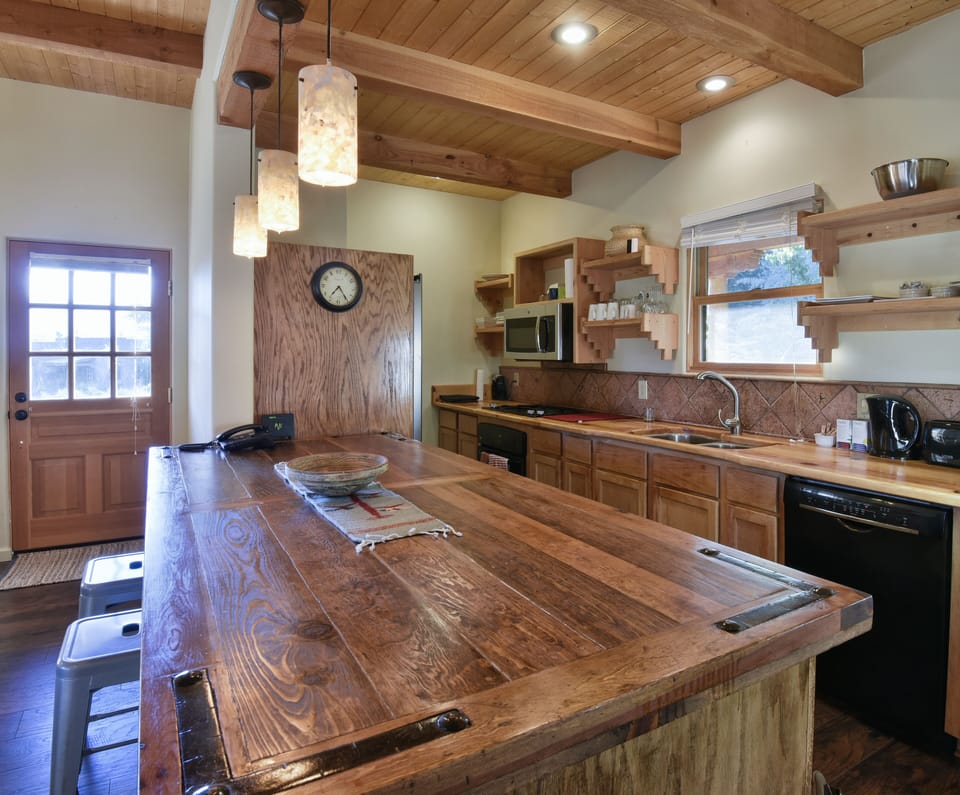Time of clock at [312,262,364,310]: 7:24
